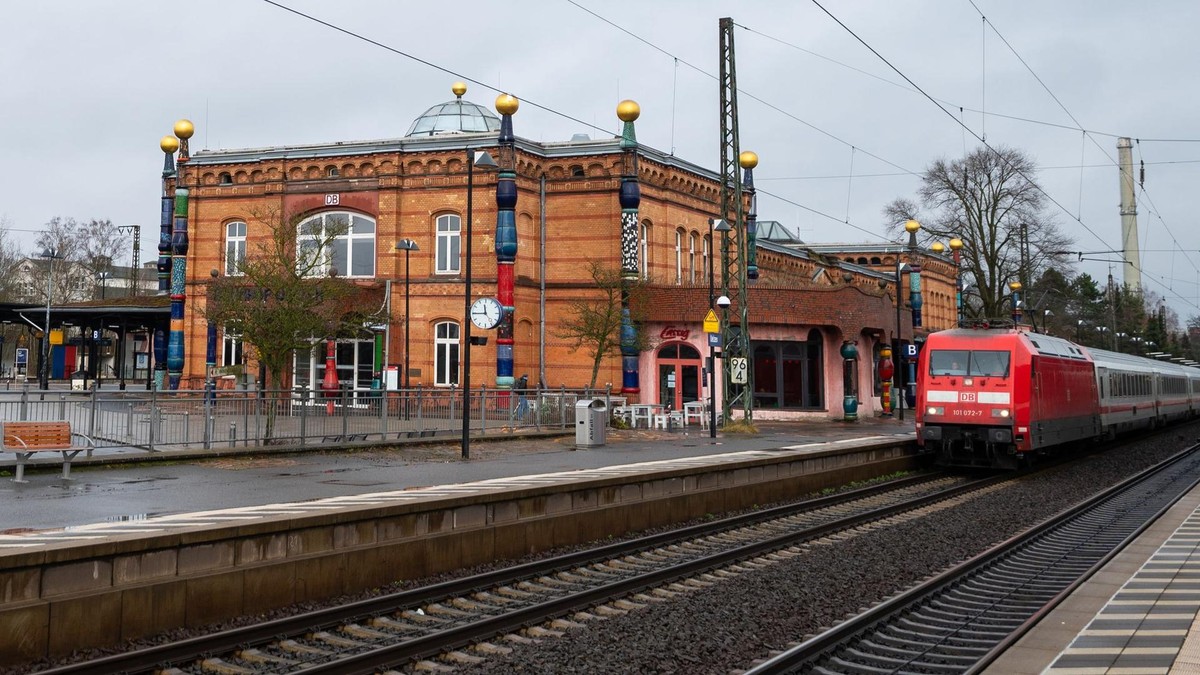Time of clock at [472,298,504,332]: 11:44
